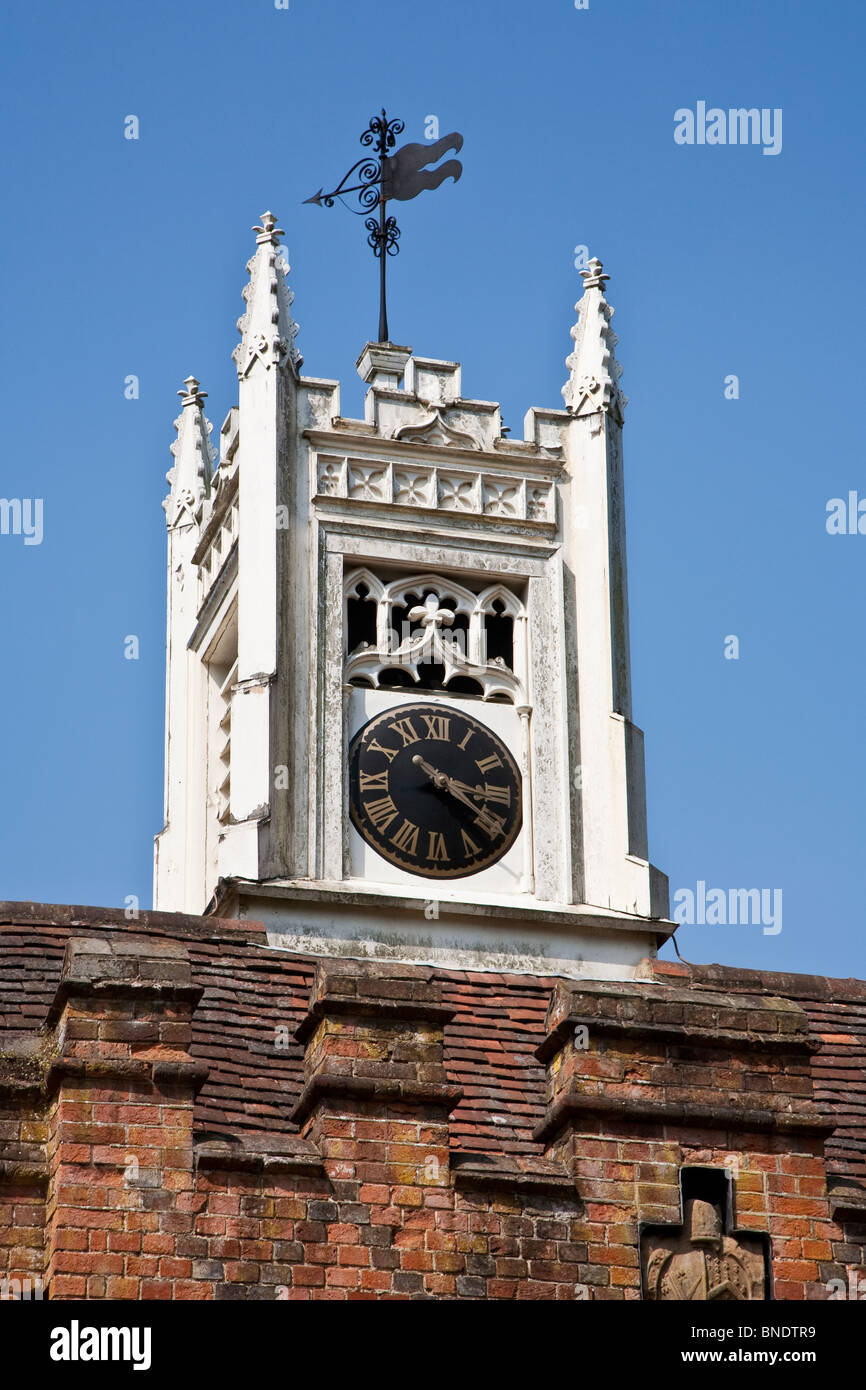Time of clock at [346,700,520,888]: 3:20
